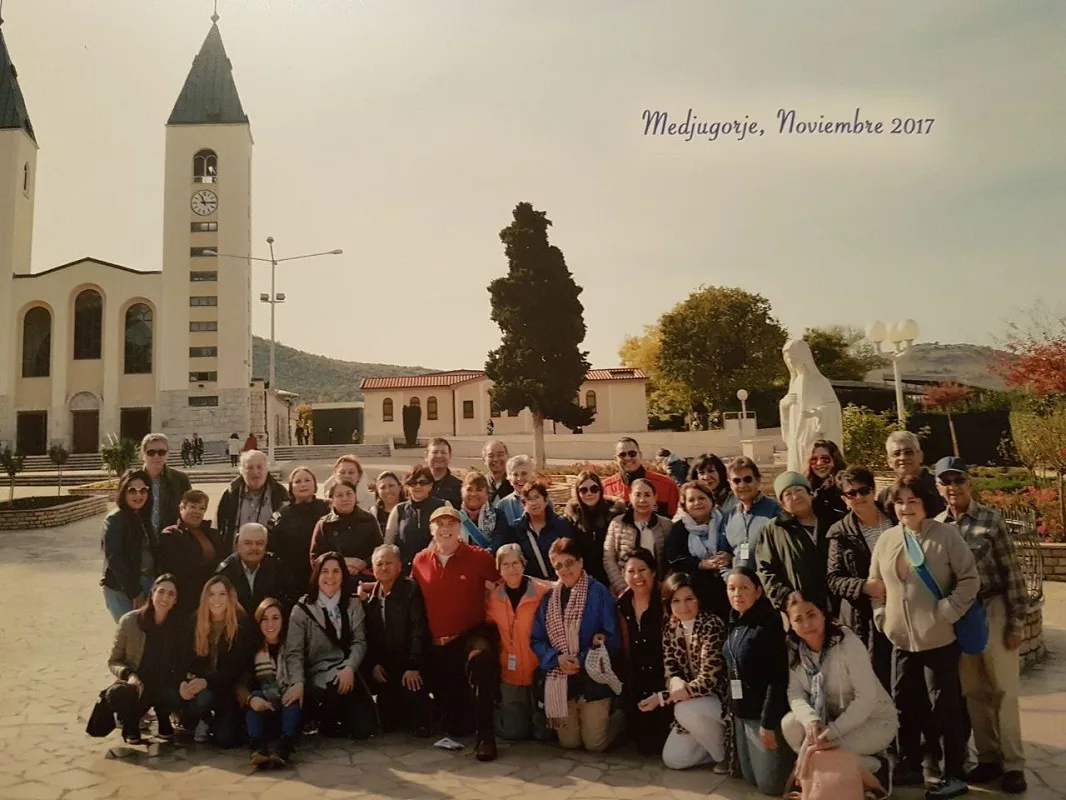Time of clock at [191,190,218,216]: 11:14
